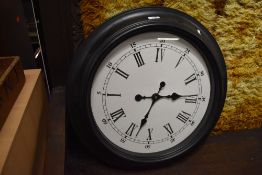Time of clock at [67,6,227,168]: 2:33
